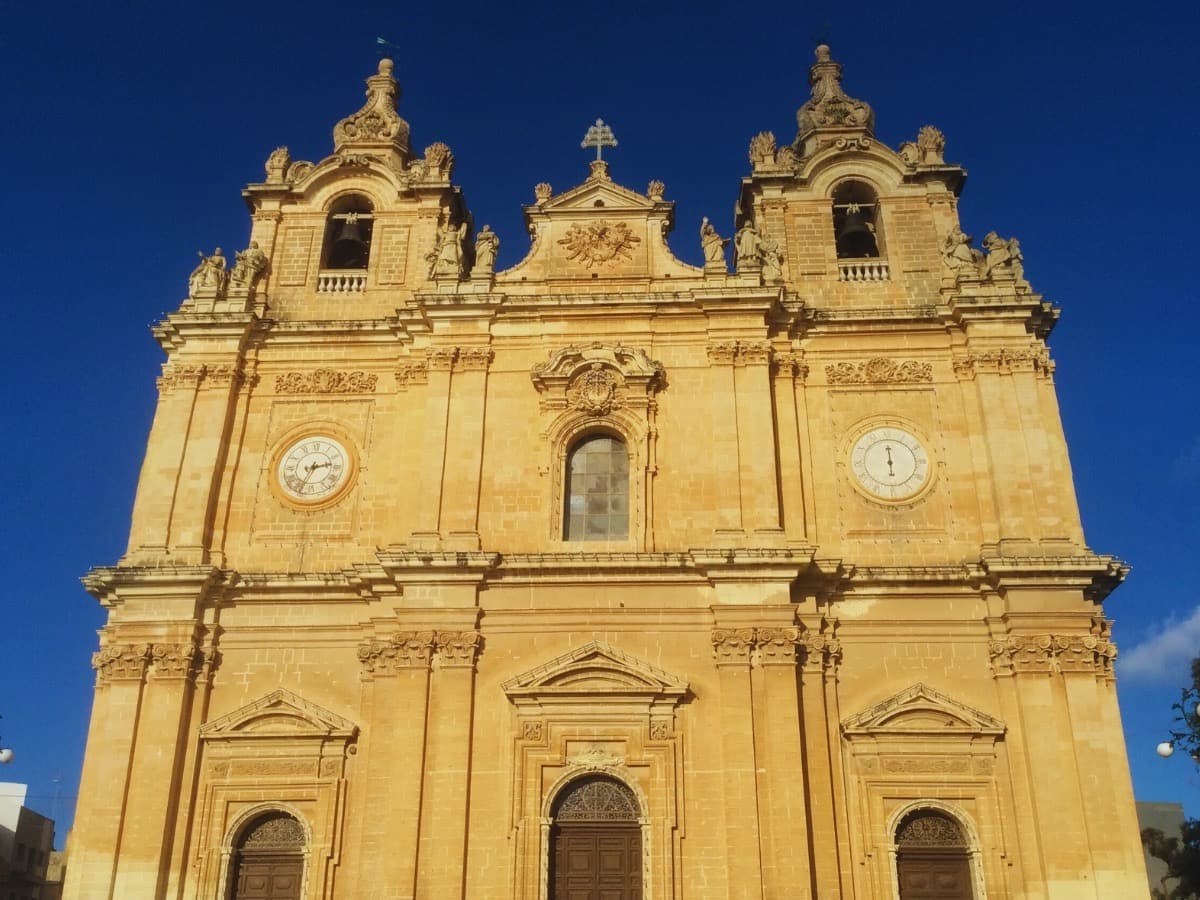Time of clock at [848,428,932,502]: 6:00
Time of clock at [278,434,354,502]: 2:34
